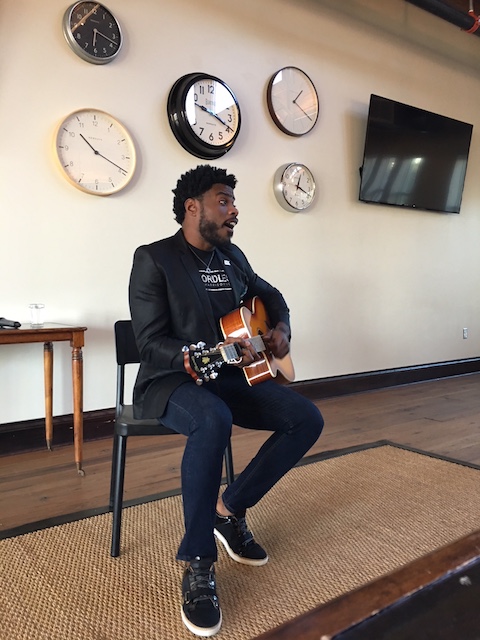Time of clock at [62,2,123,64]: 6:18
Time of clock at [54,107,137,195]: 10:19
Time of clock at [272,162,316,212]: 12:18
